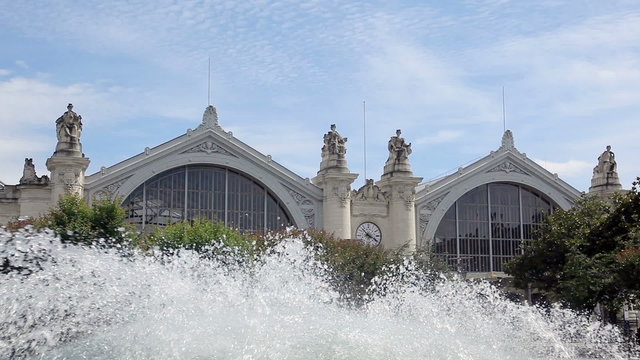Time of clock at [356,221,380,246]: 3:52
